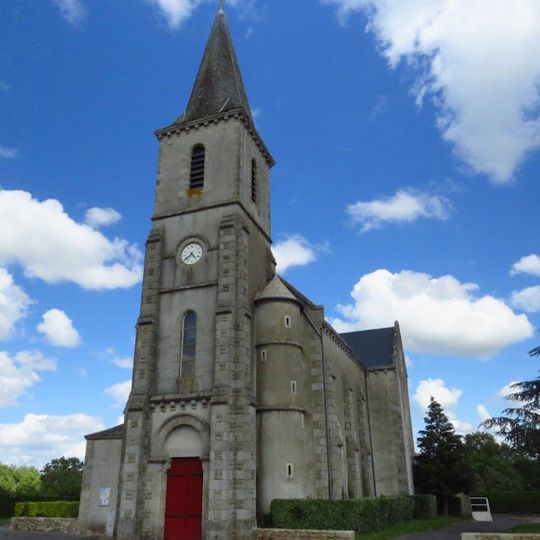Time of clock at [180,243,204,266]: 4:38
